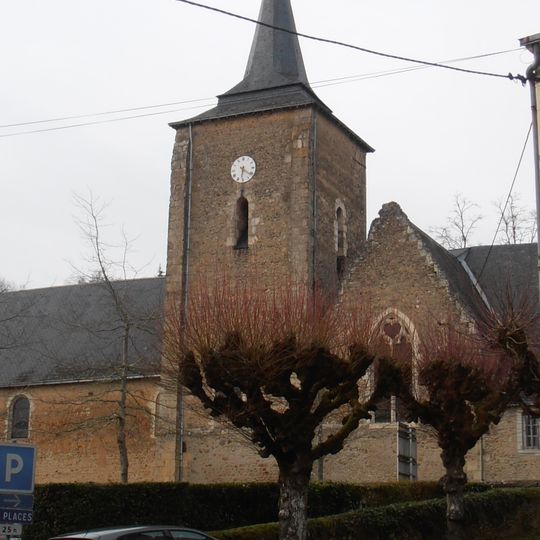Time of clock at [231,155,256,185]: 6:21
